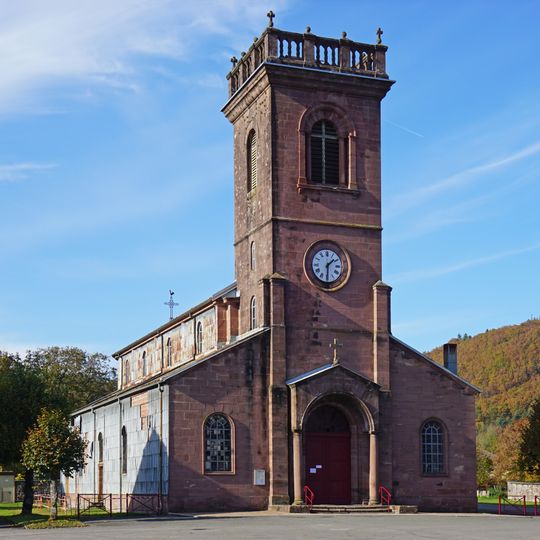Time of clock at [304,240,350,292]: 1:29
